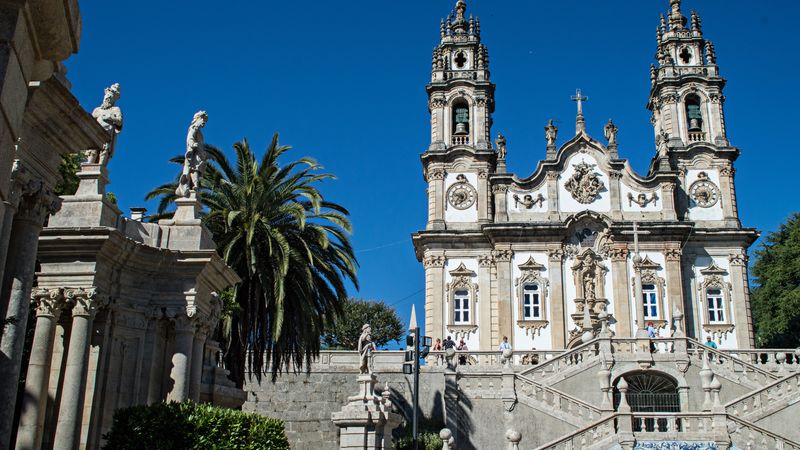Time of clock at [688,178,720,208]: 5:42
